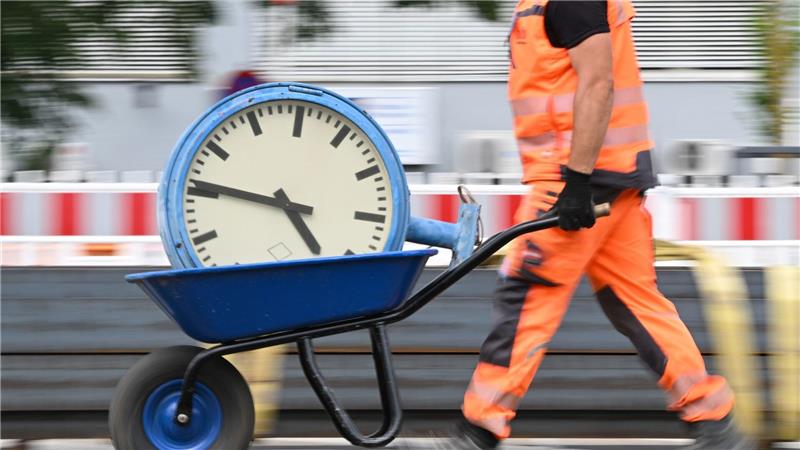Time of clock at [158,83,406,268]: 4:46
